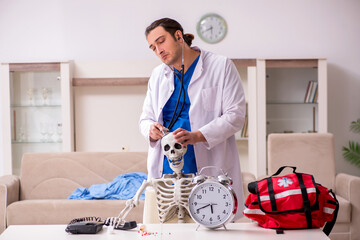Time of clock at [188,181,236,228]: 5:41
